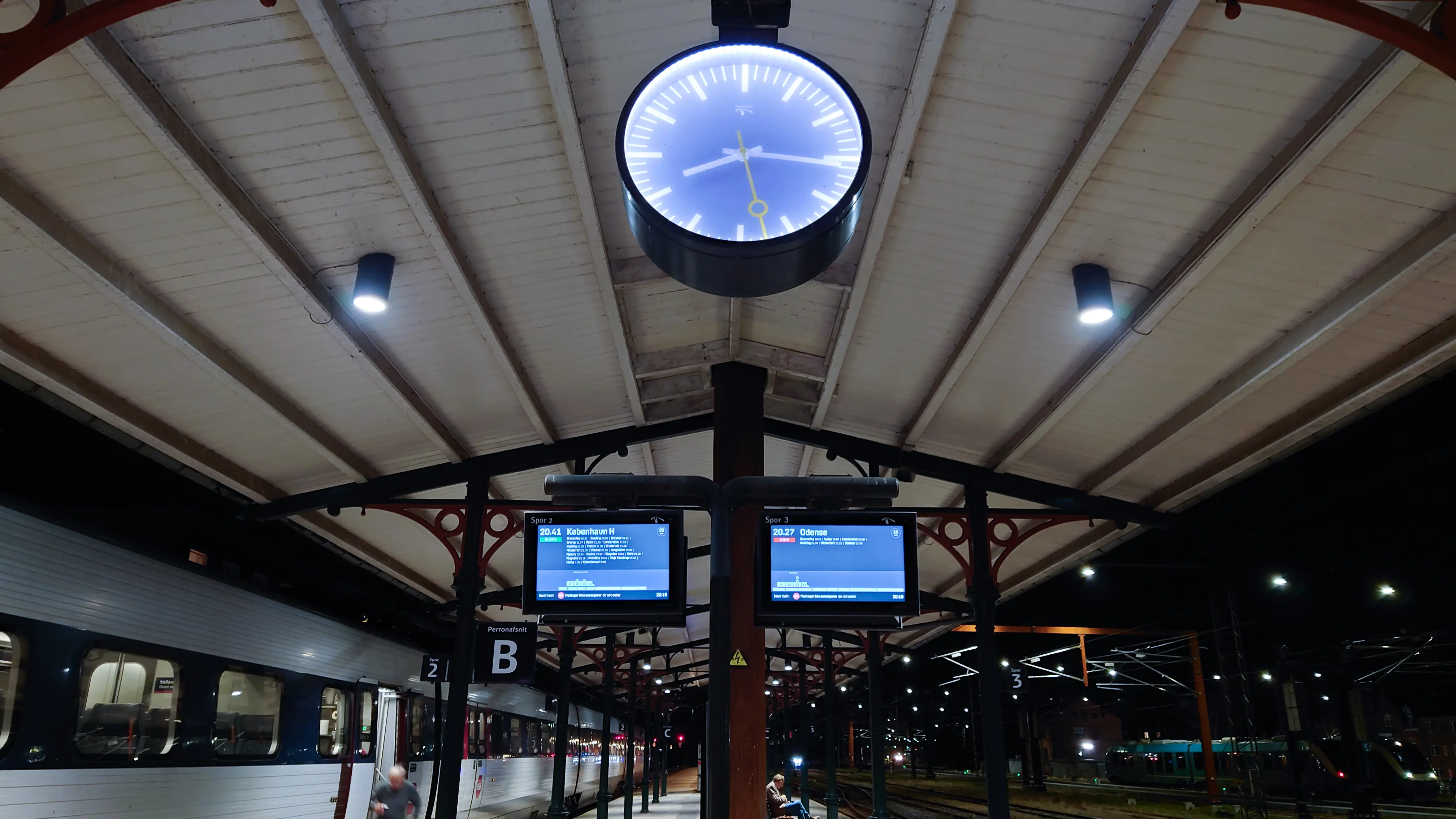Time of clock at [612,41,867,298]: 8:16
